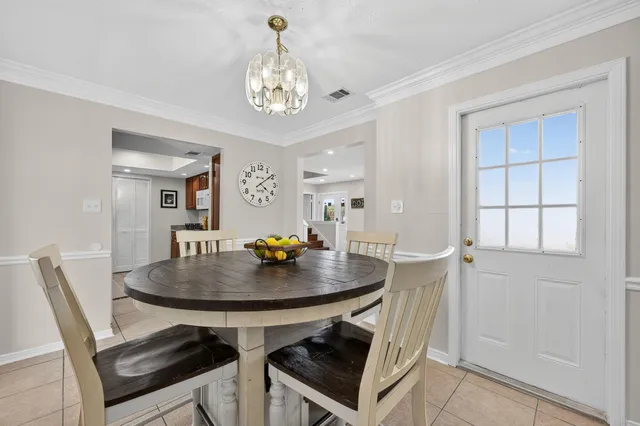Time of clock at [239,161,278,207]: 4:09
